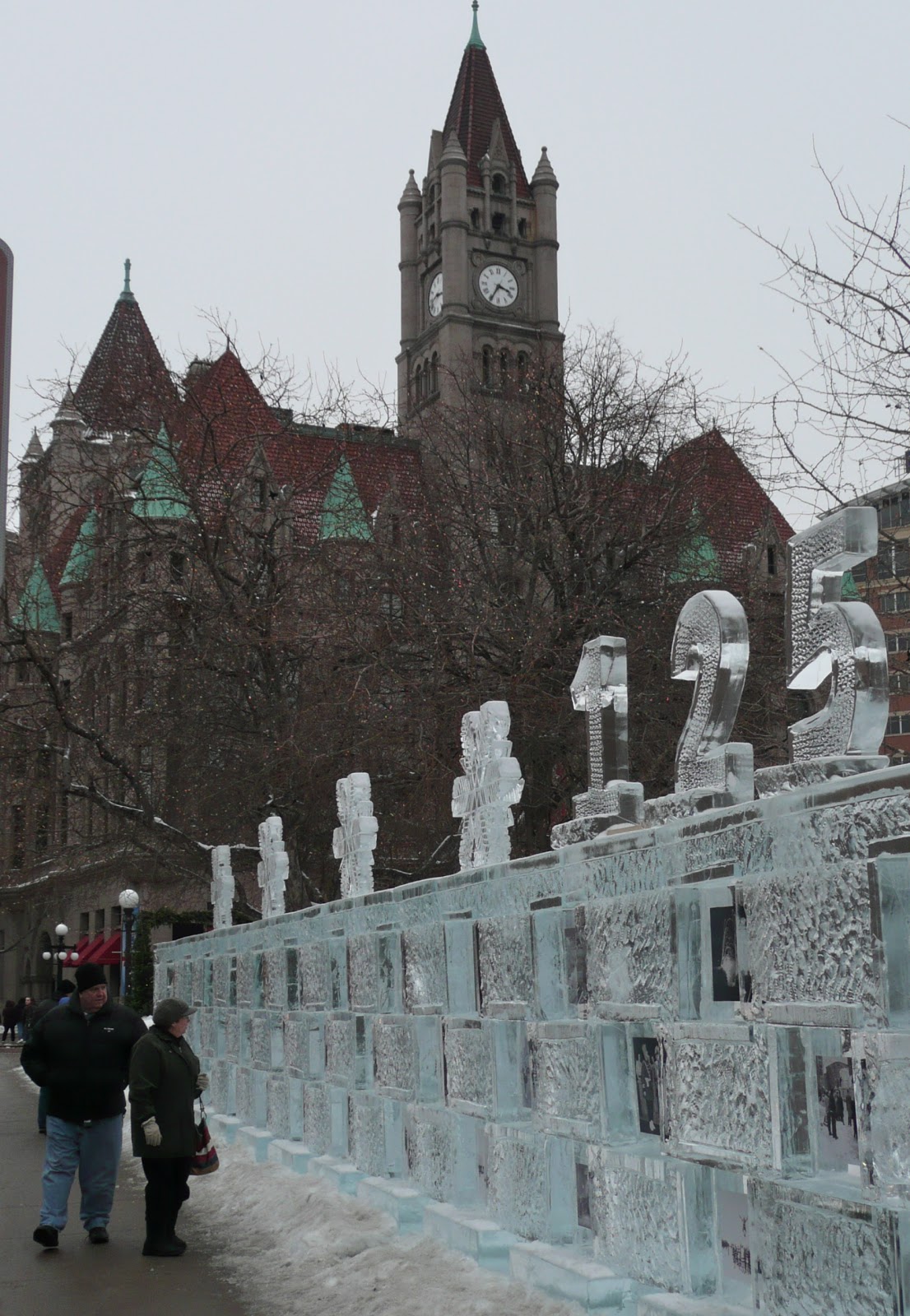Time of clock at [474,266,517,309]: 3:34
